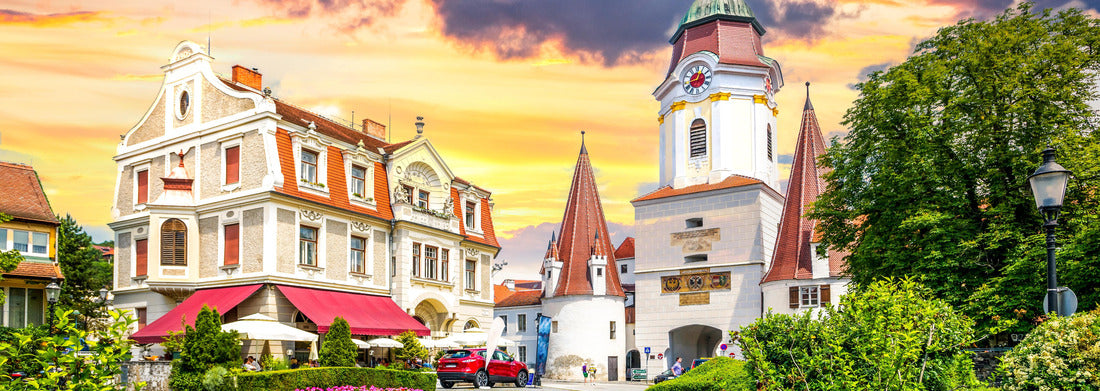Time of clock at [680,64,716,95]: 12:43
